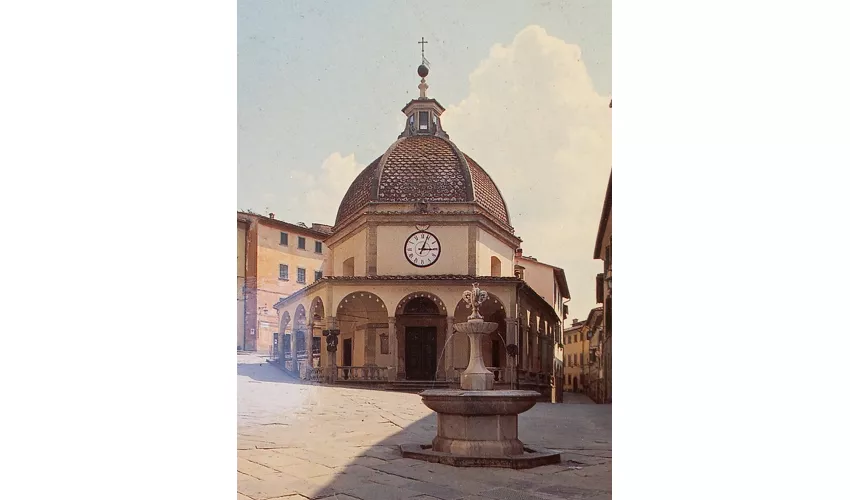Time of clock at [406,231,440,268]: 3:03
